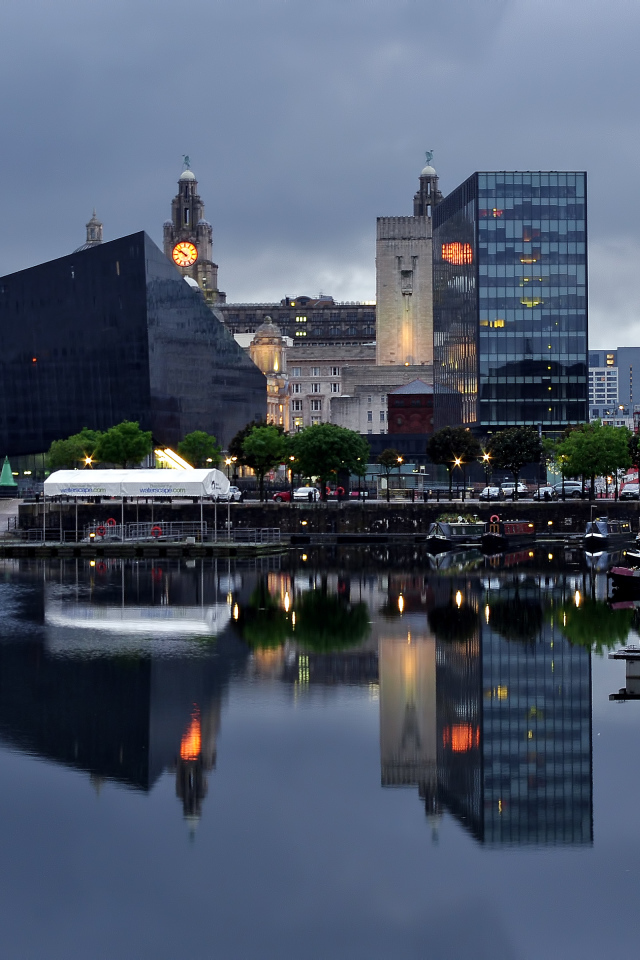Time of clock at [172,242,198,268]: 9:51
